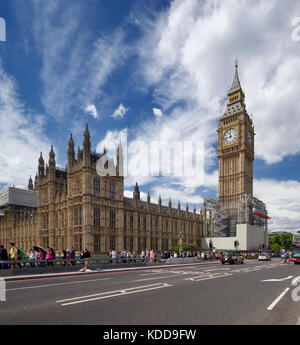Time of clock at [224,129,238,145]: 11:42
